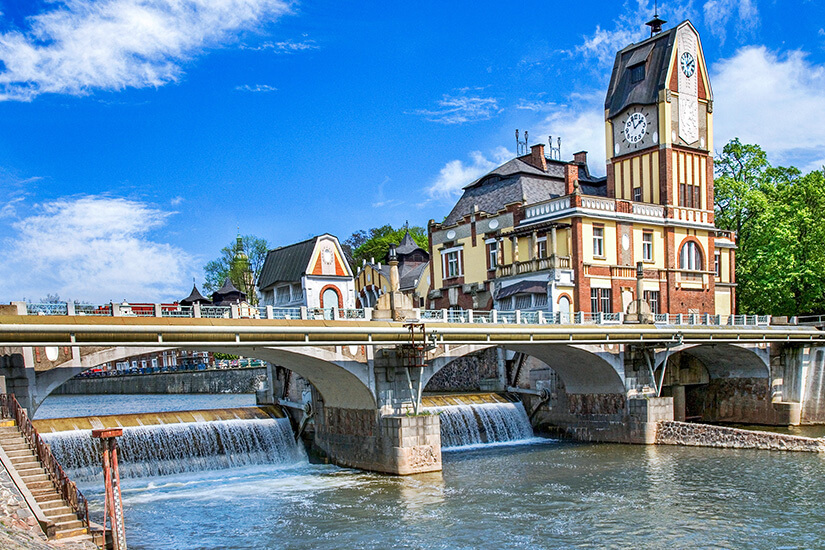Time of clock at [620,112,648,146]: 1:56
